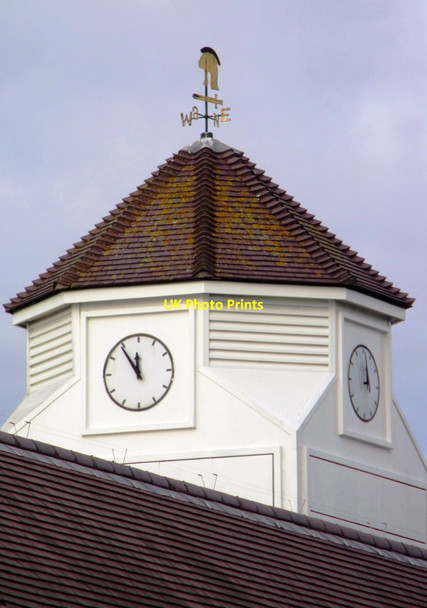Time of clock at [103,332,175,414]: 11:54
